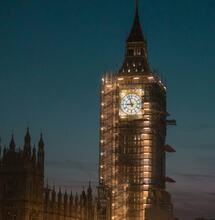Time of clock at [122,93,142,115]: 8:57
